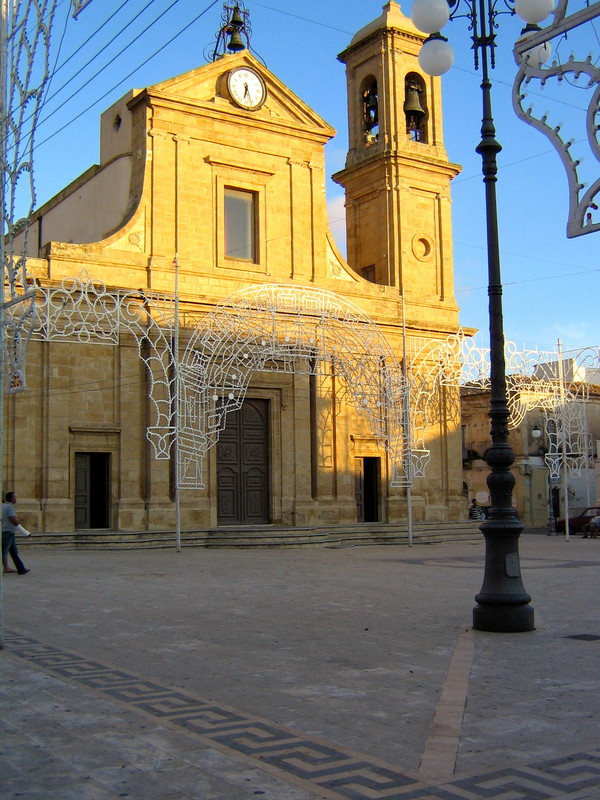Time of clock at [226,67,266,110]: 6:26
